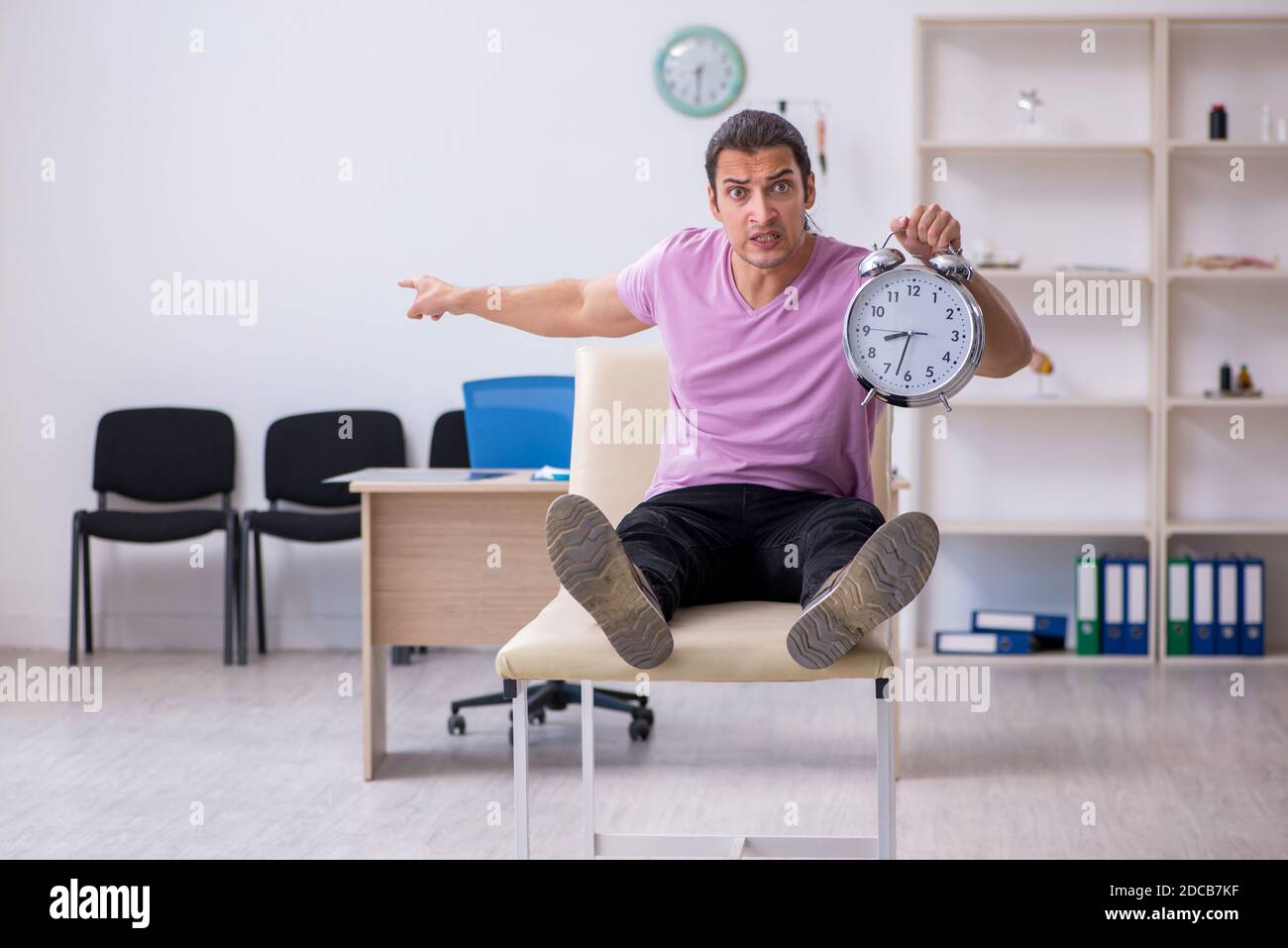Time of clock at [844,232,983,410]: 8:32
